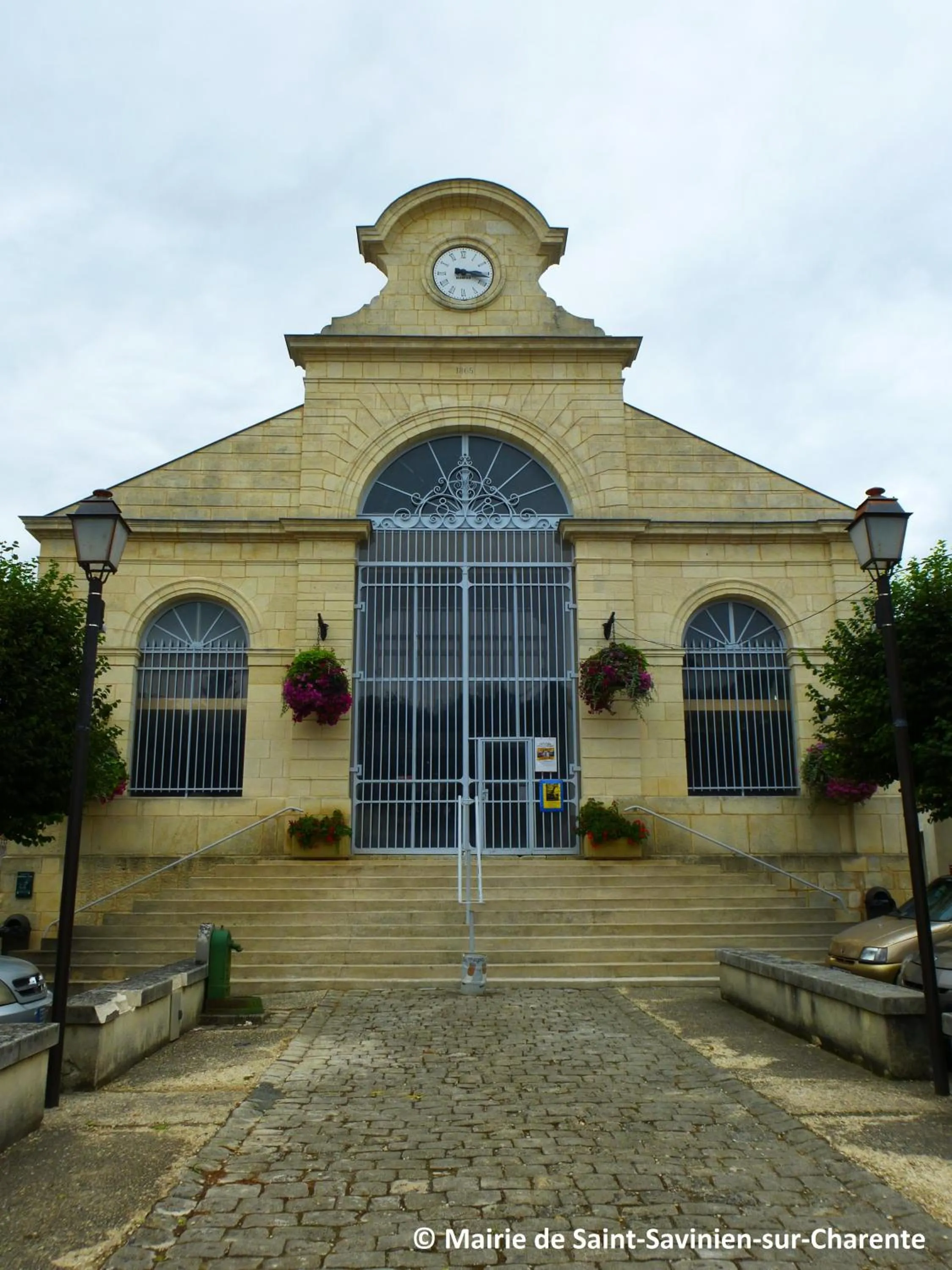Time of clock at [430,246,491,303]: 3:16
